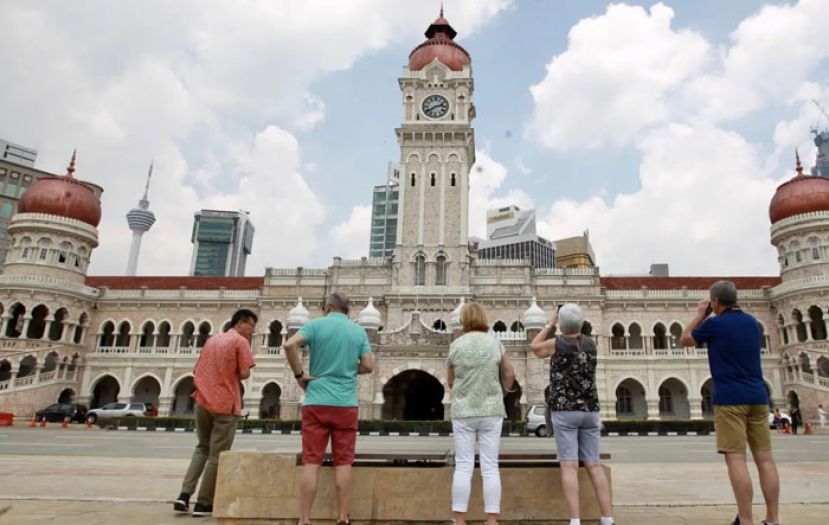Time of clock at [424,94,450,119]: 2:39
